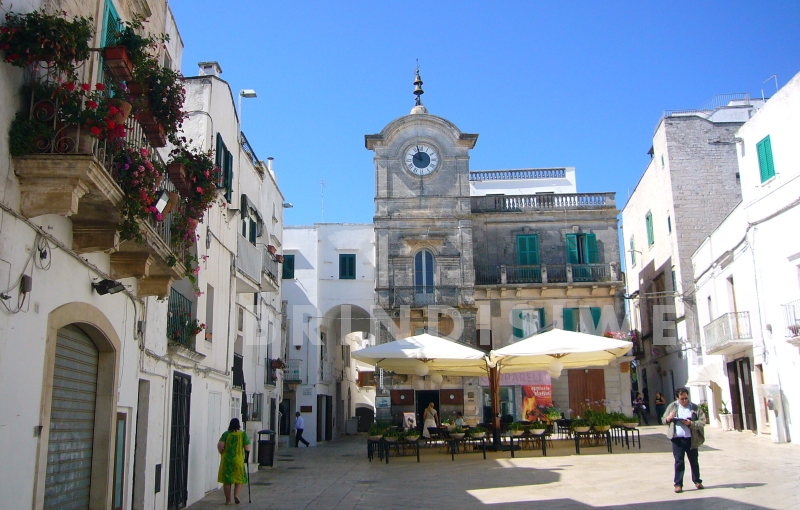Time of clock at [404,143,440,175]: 9:57
